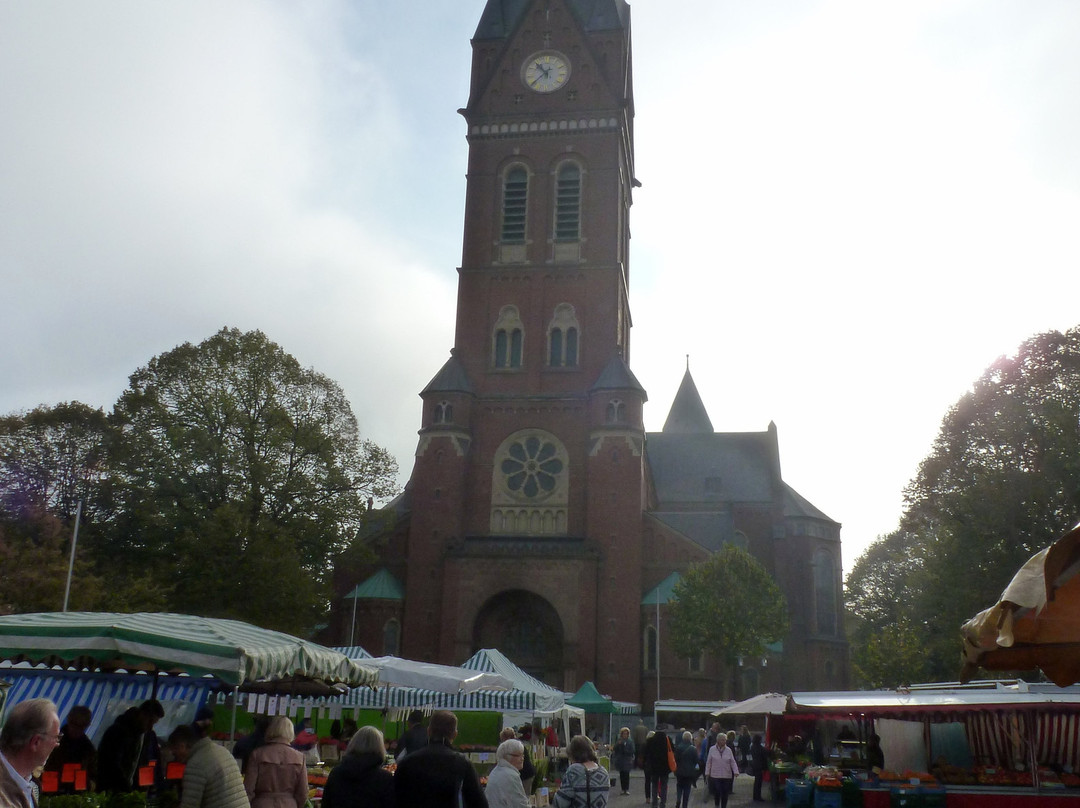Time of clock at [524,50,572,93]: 10:38
